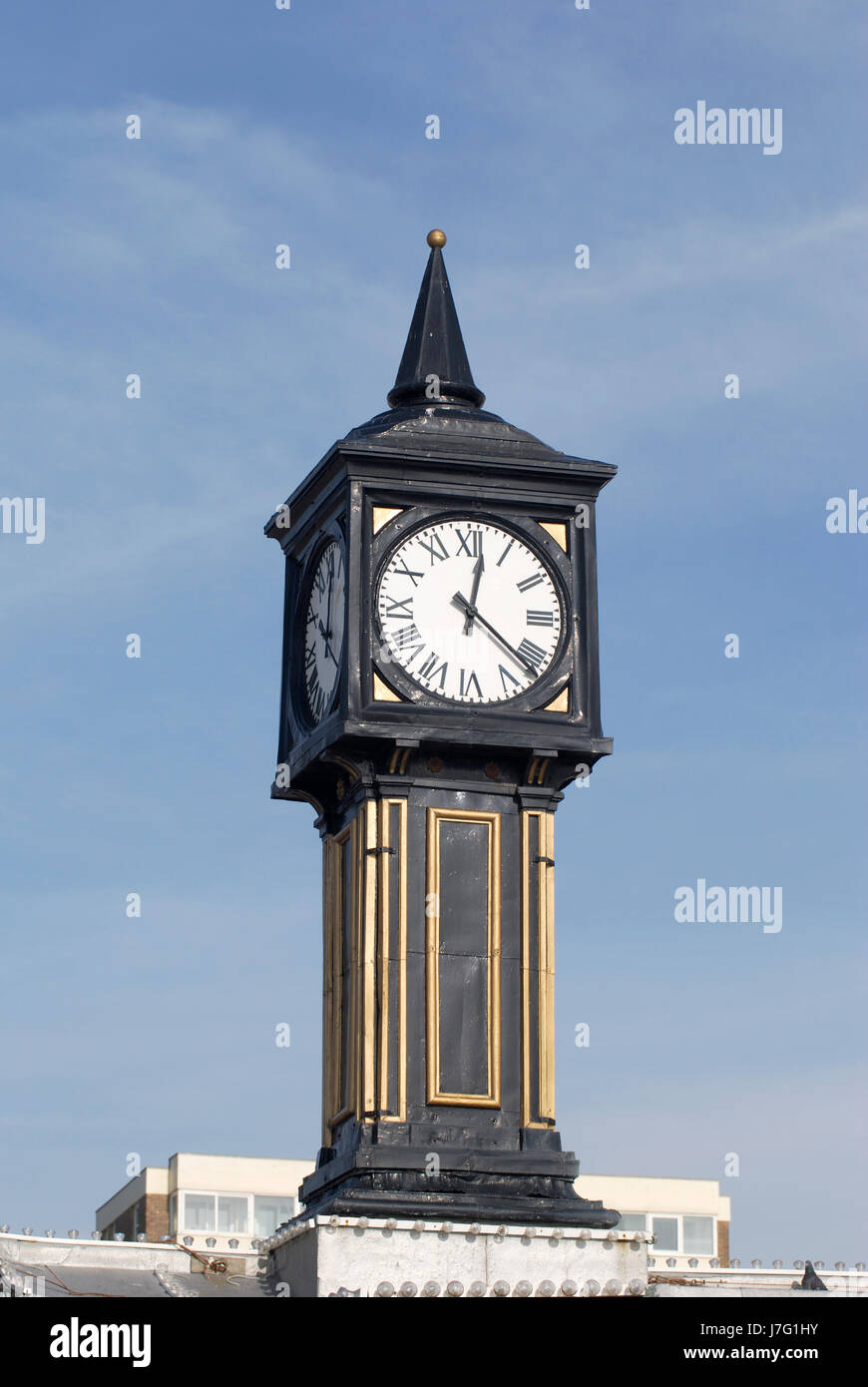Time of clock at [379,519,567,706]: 12:21
